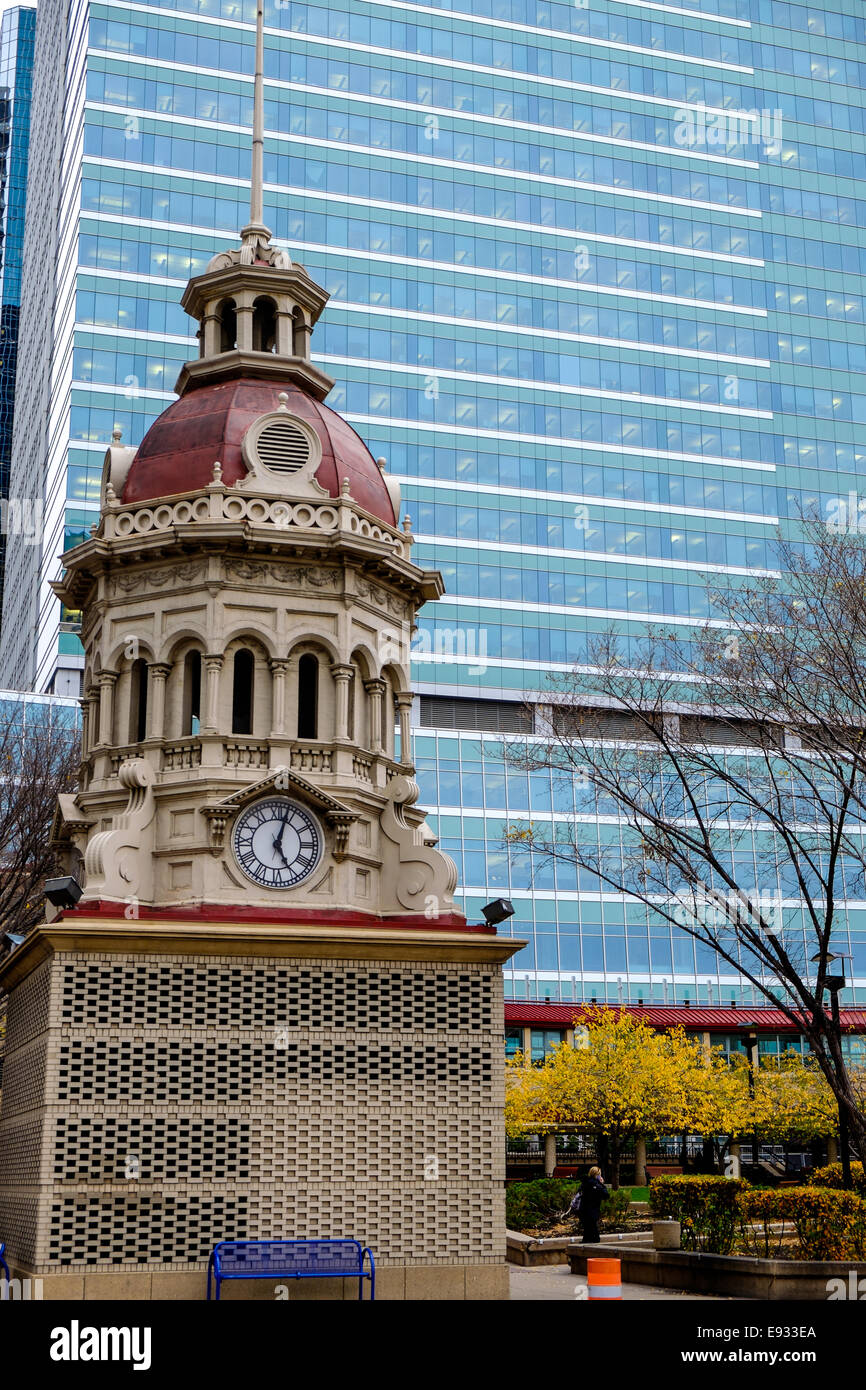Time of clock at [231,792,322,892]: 5:03
